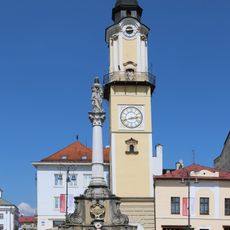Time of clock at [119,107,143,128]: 2:41
